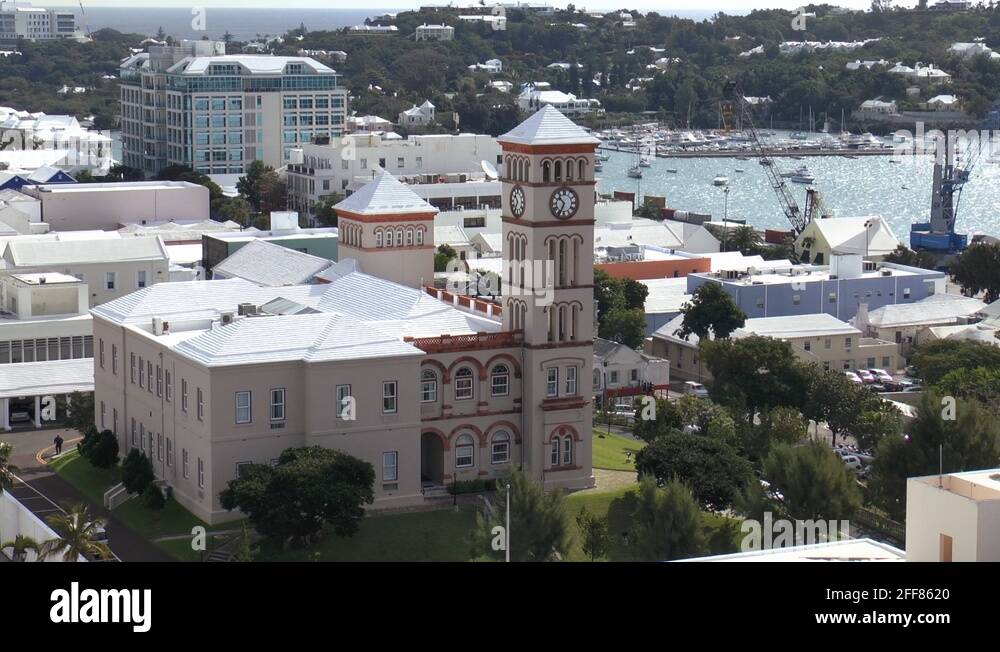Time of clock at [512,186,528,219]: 10:34
